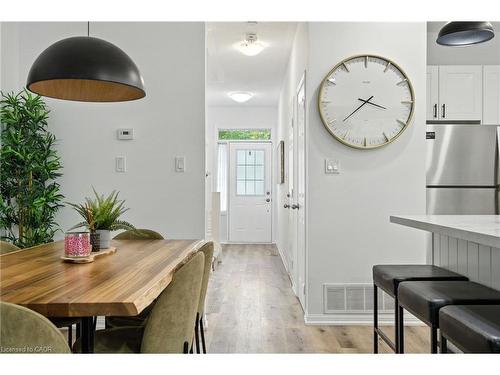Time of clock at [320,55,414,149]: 3:38
